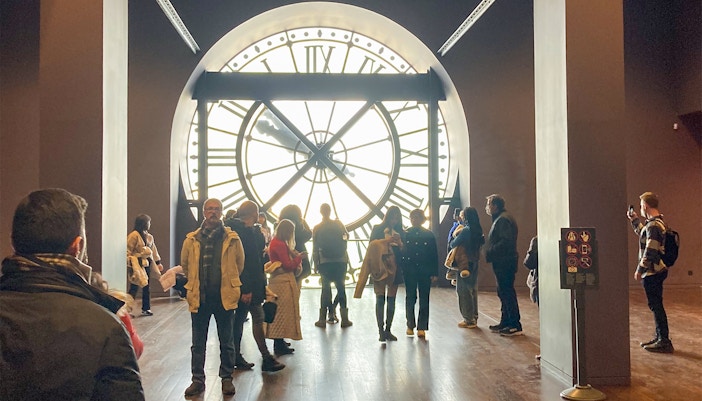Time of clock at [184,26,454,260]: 10:07
